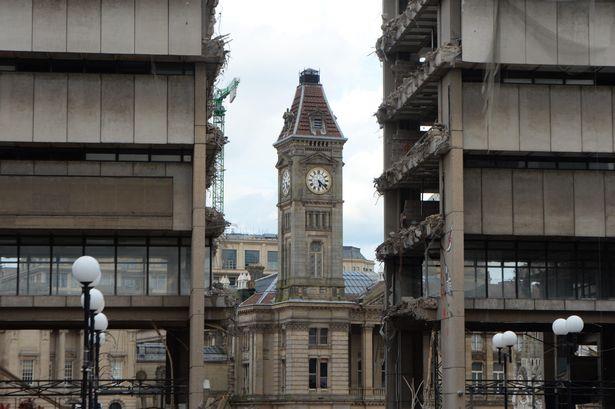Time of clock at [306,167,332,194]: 5:21
